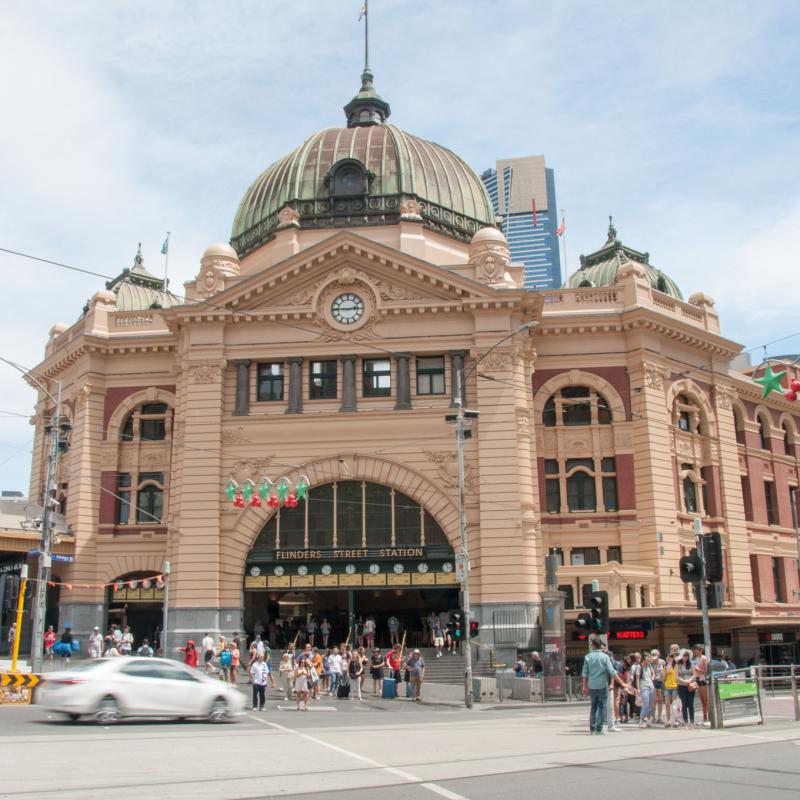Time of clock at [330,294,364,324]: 2:45
